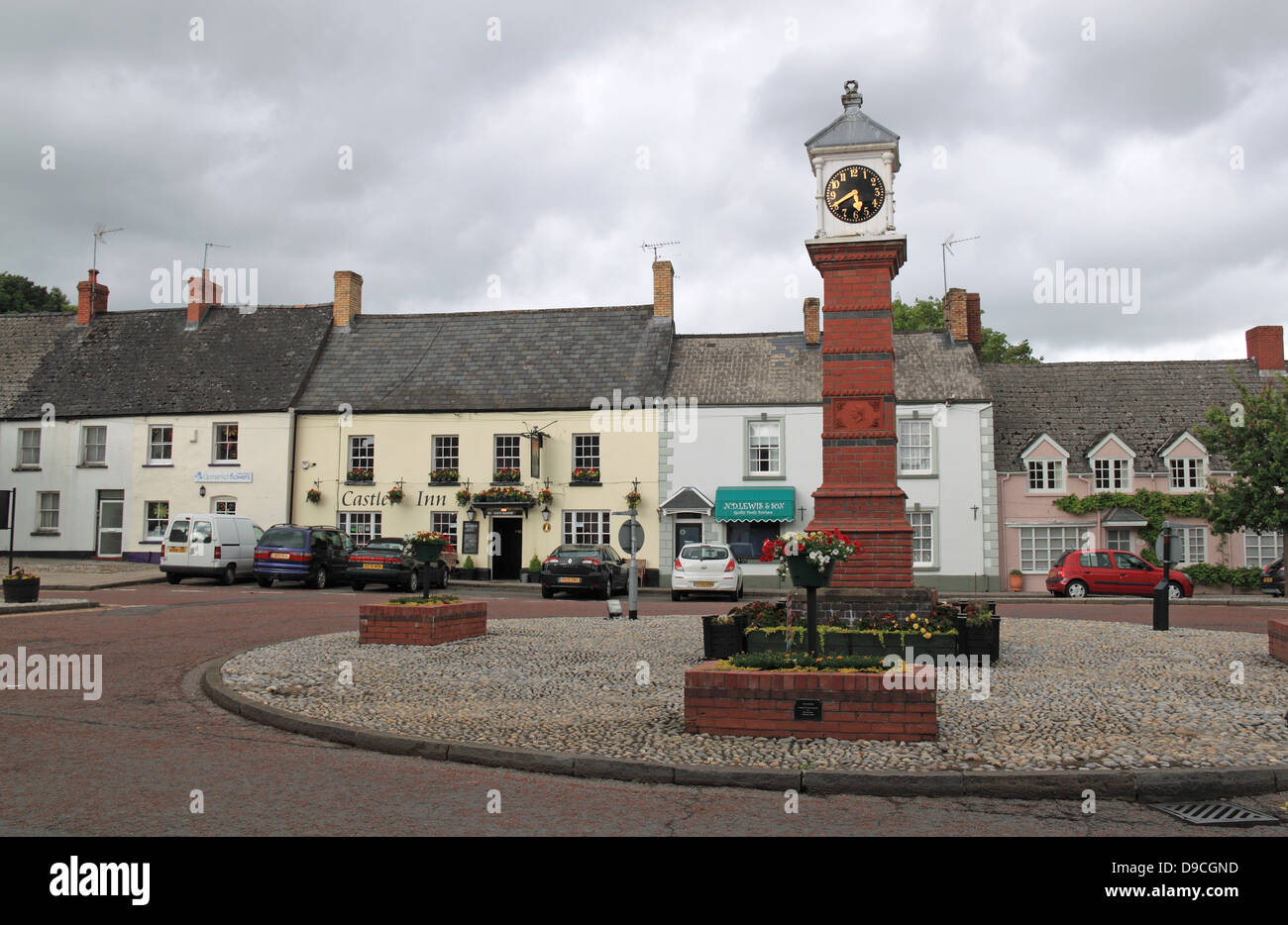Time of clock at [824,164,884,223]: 5:40
